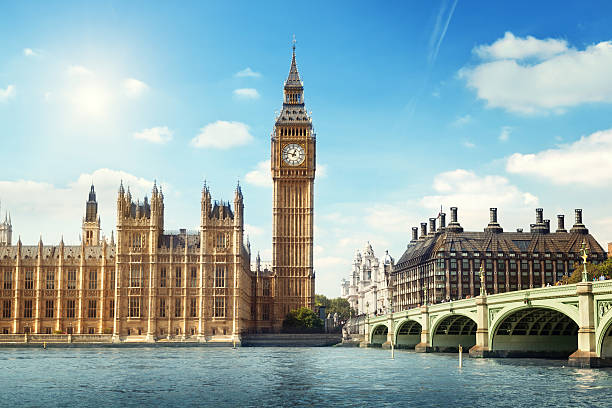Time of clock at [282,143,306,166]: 12:47
